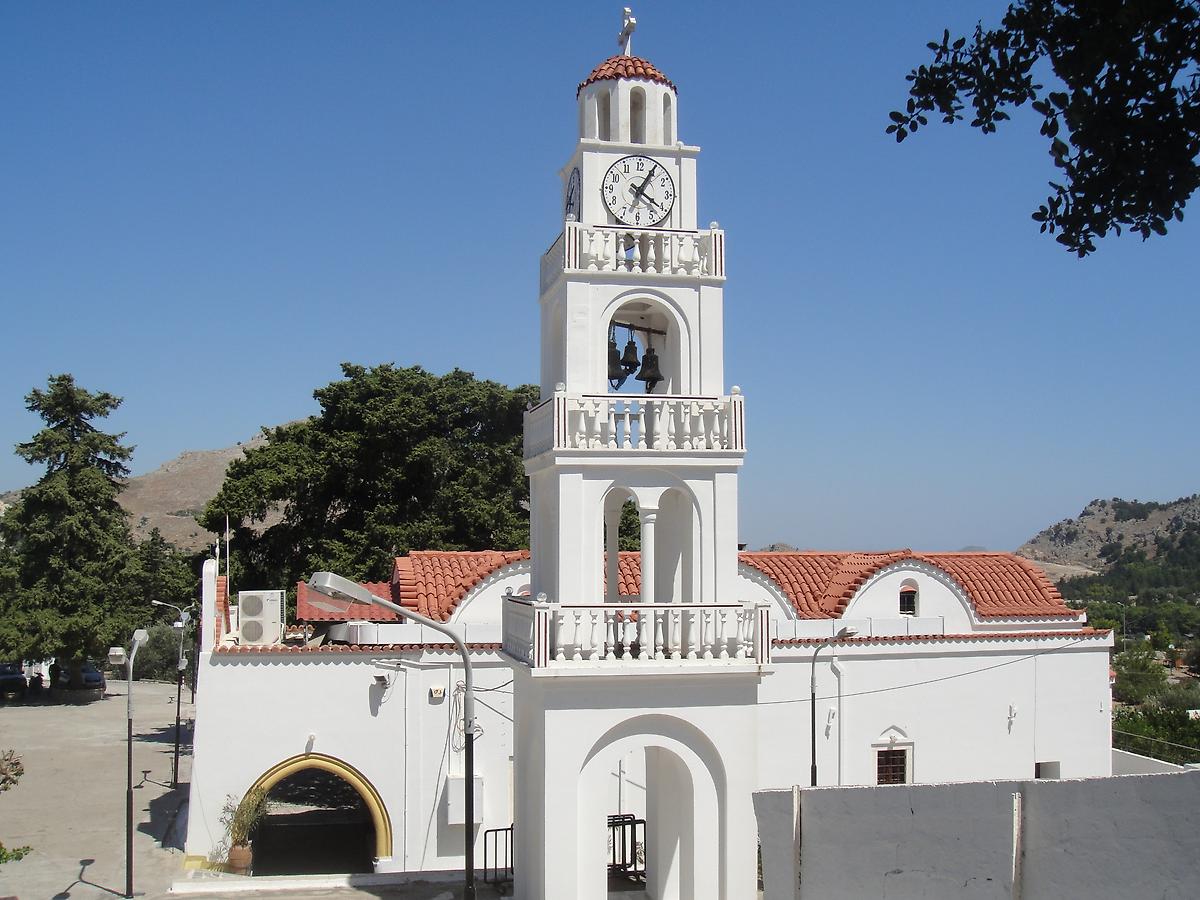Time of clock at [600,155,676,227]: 4:04
